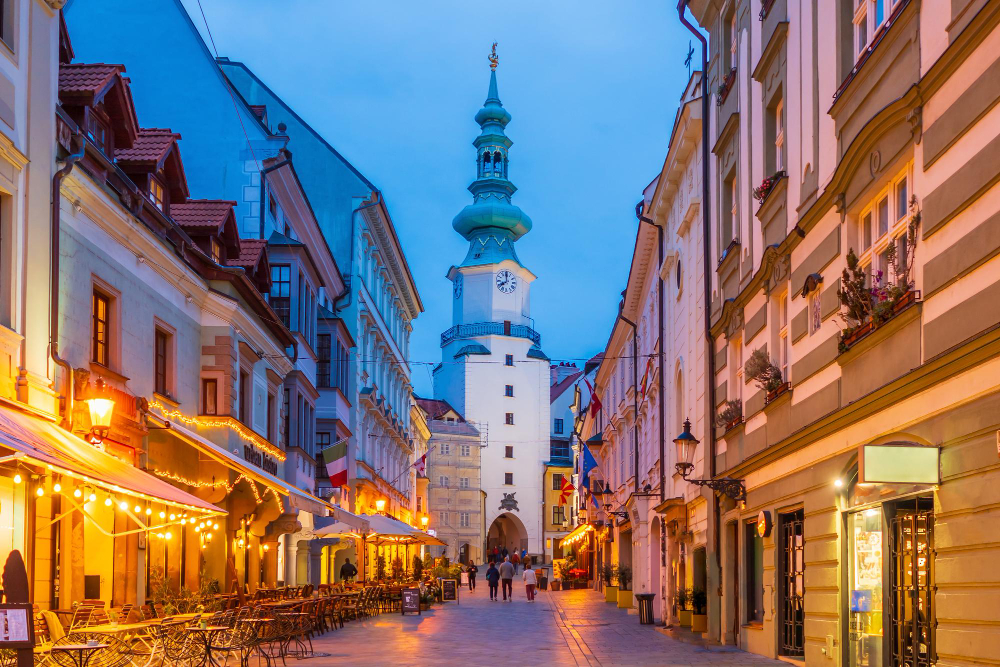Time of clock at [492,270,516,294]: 7:59
